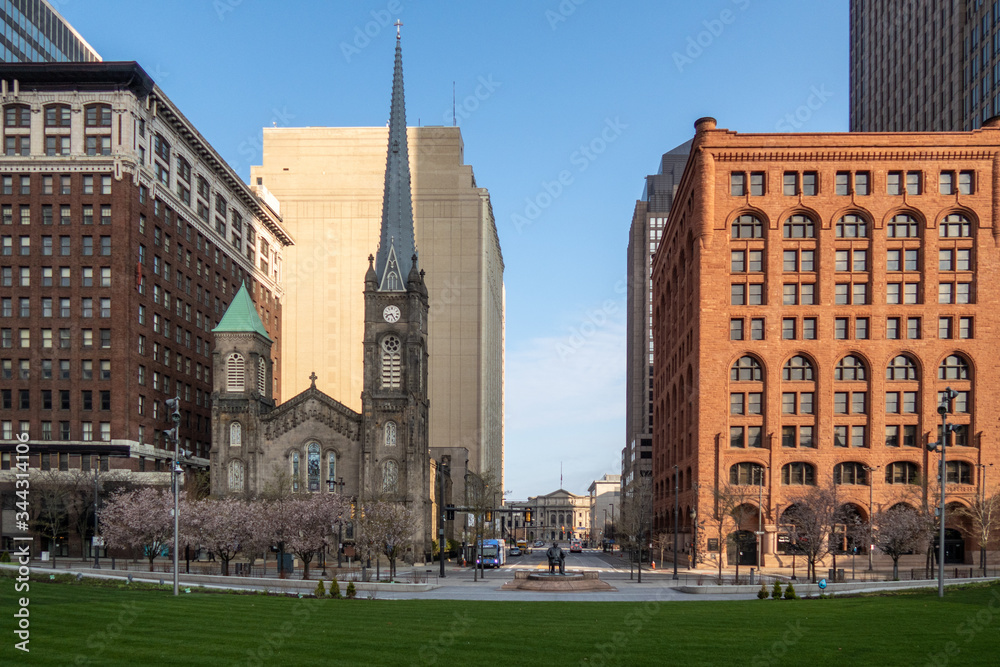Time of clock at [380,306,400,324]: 8:24
